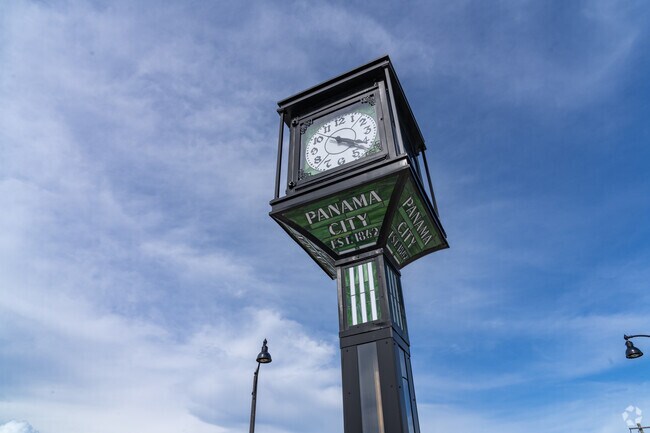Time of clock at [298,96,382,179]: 4:20
